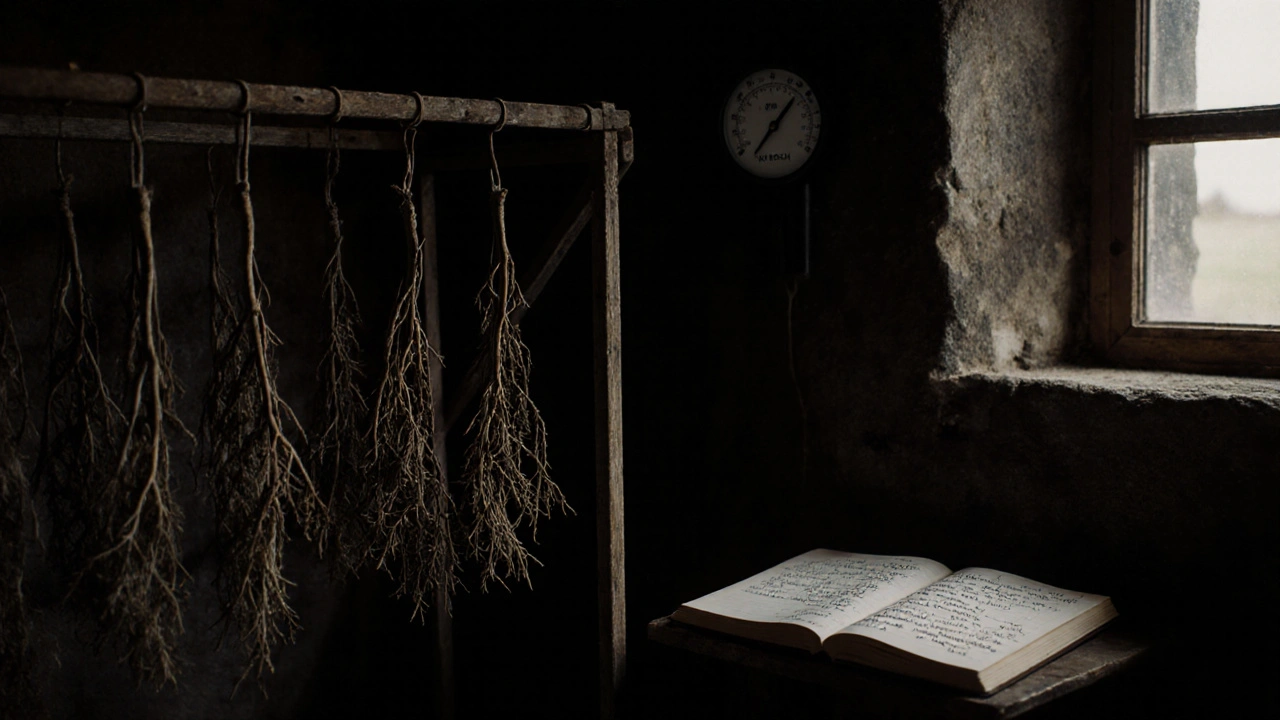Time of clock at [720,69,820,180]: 7:07
